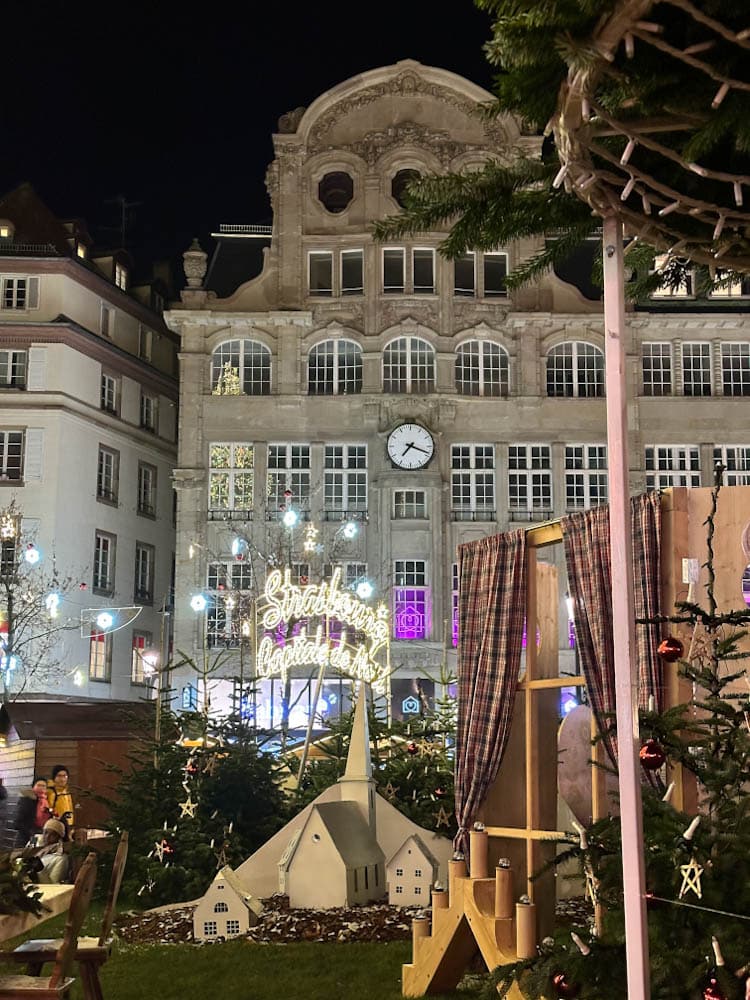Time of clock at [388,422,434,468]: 7:18
